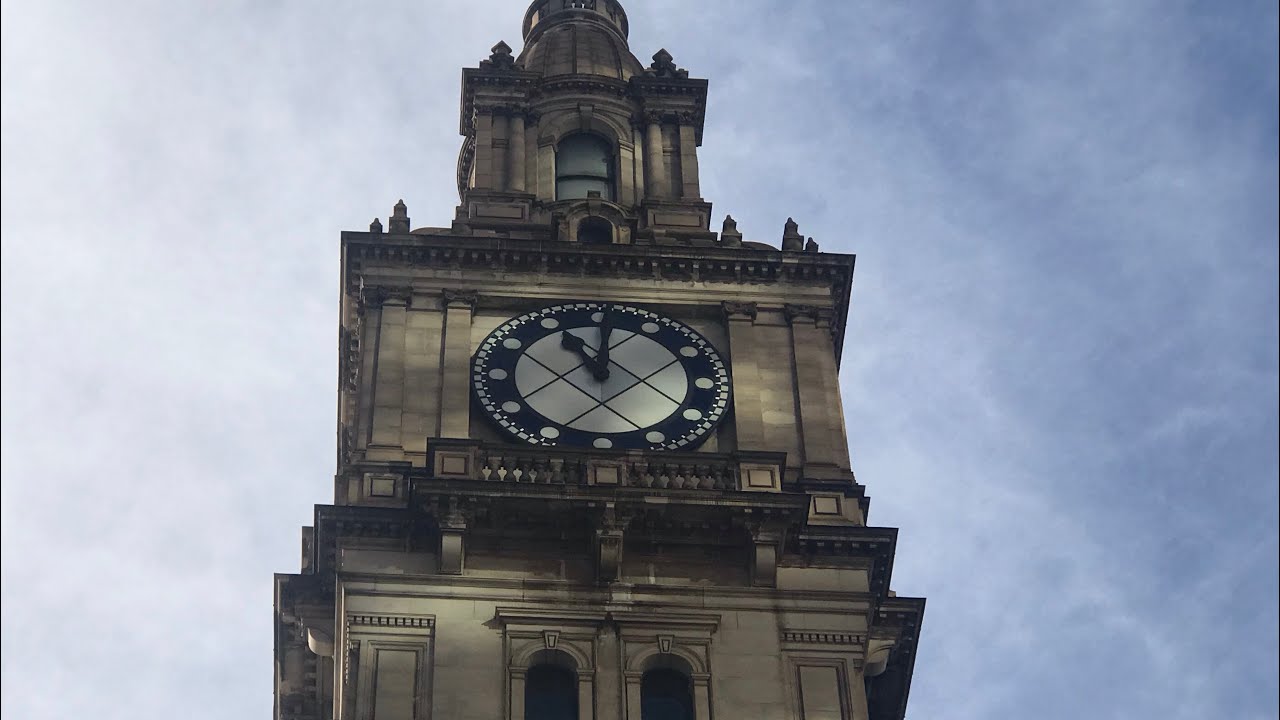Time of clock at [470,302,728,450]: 11:00
